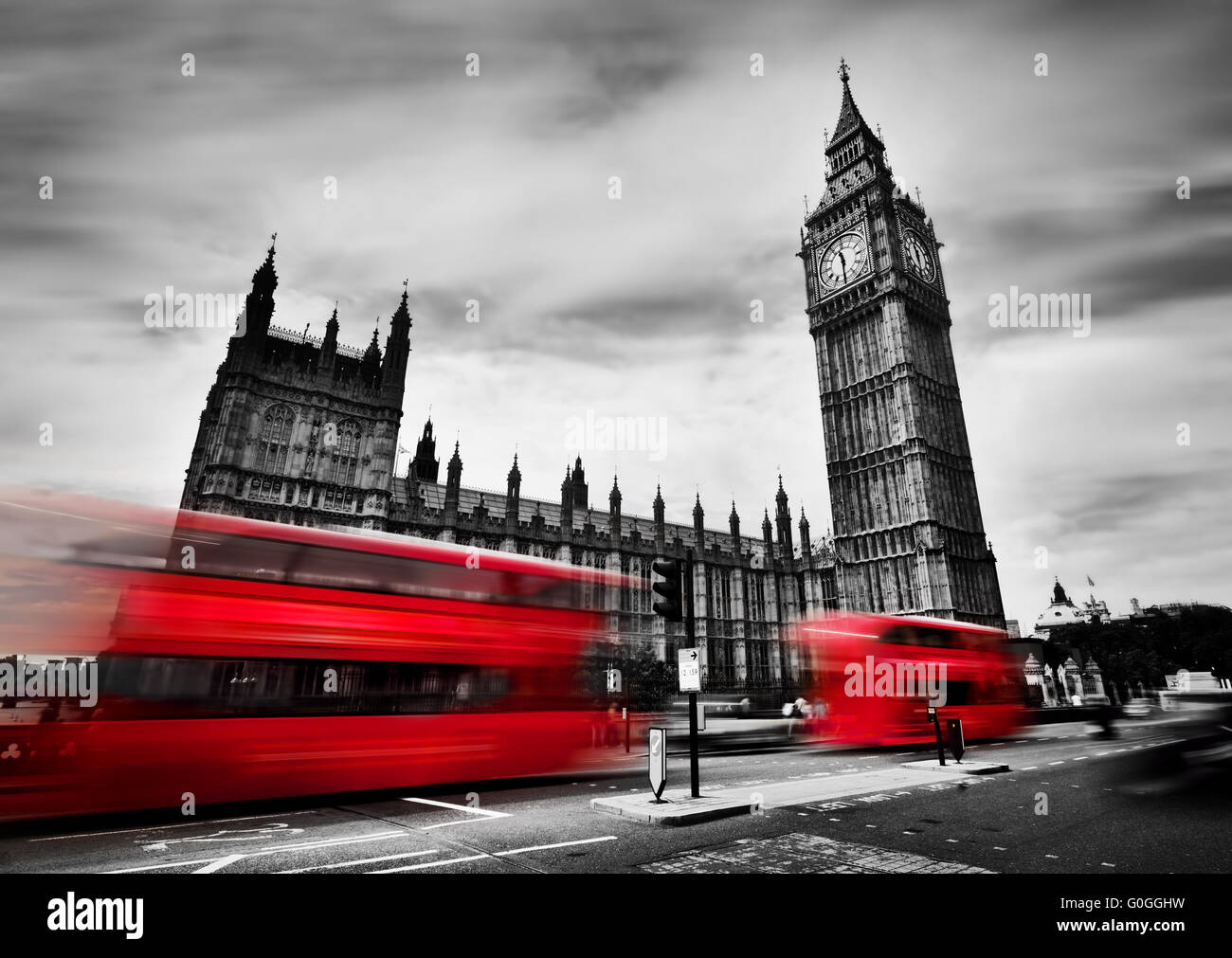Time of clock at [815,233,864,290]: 11:30
